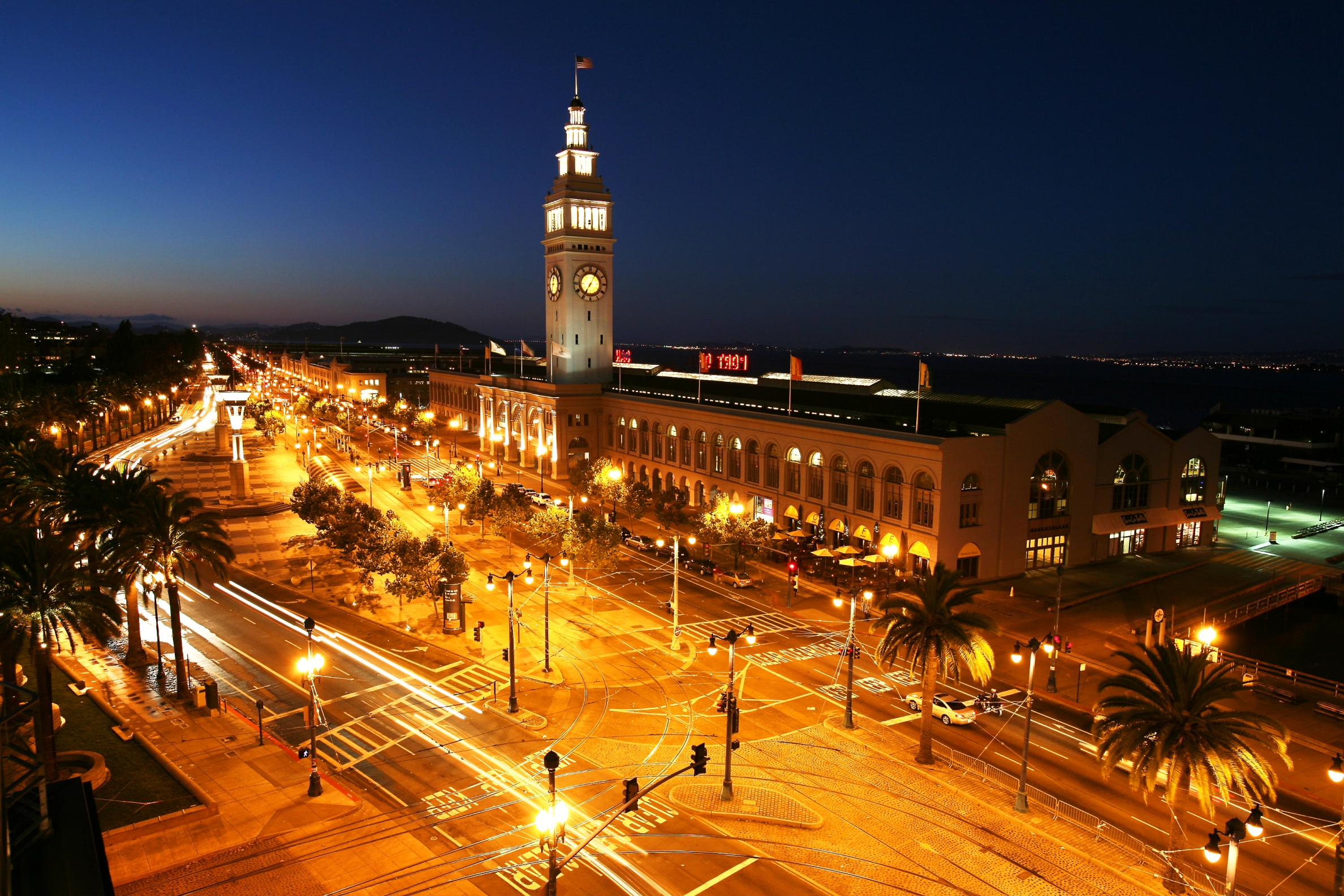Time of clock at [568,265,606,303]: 7:04
